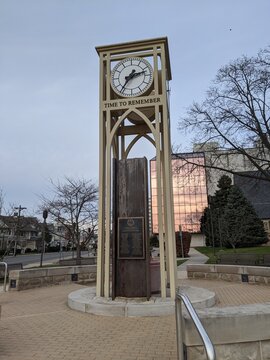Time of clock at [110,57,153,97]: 2:36
